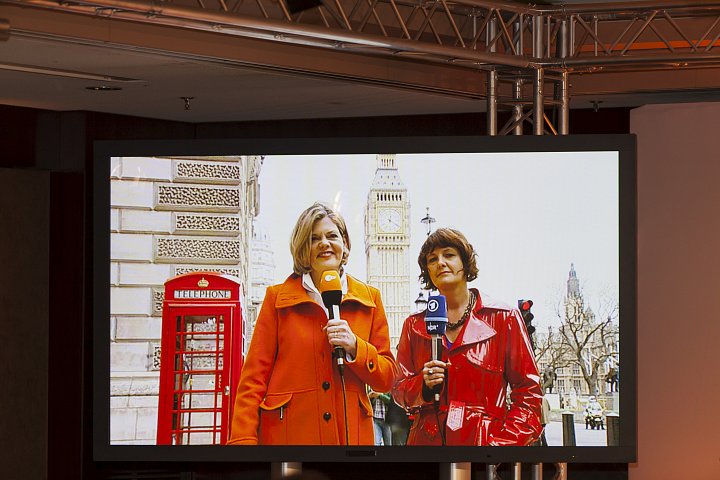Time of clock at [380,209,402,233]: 12:20
